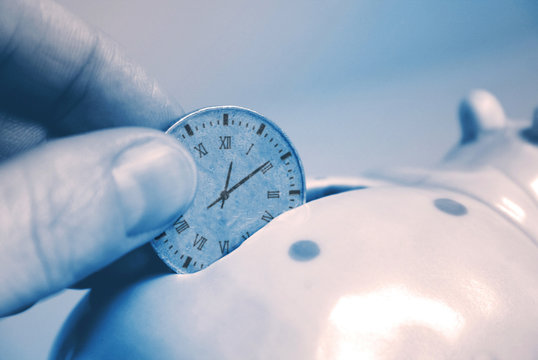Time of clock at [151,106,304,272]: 12:09
